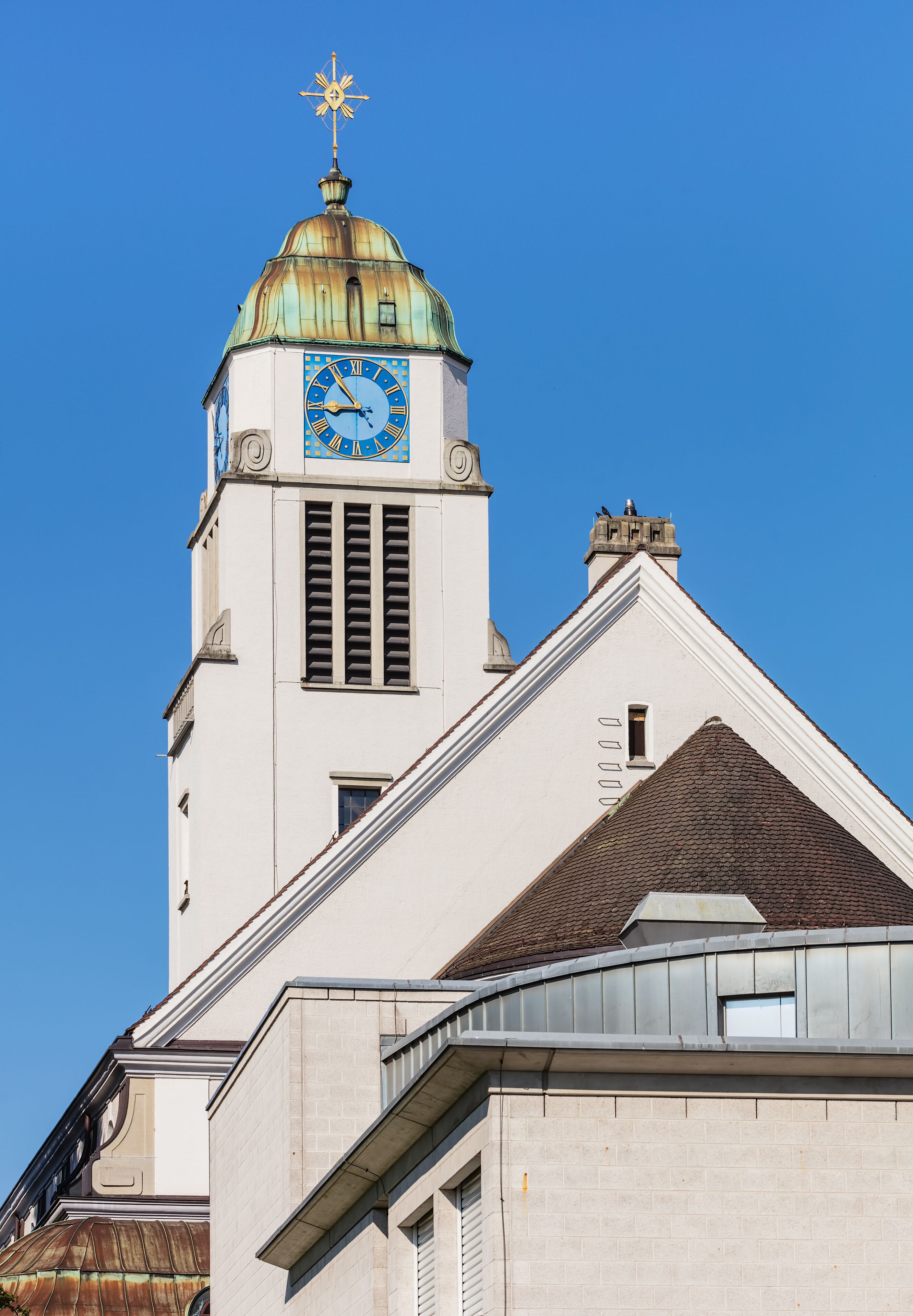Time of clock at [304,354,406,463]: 8:53
